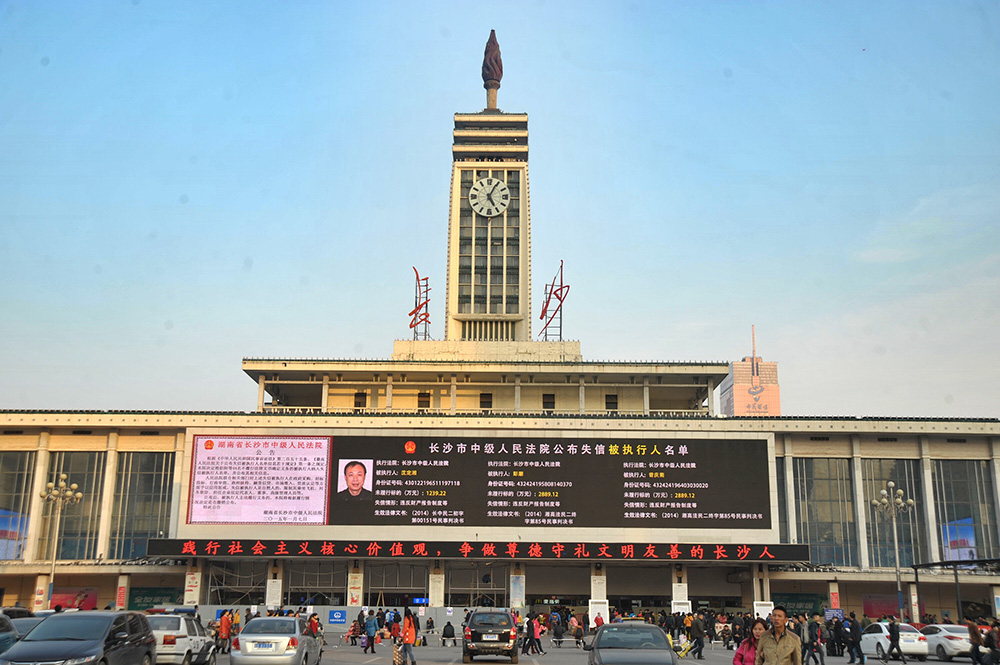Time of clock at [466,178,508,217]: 5:04
